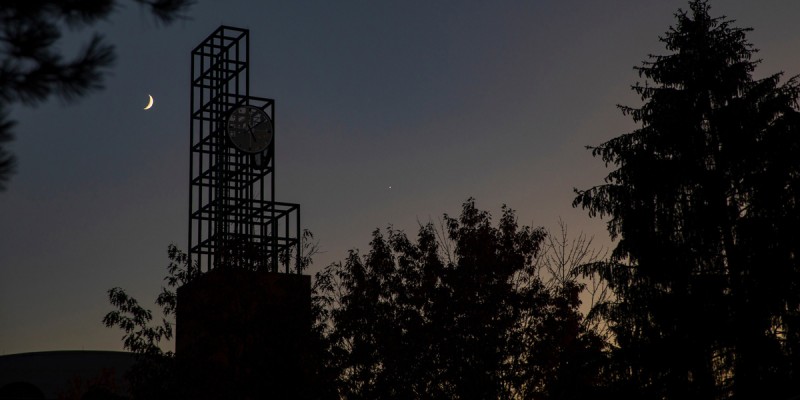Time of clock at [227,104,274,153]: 5:09
